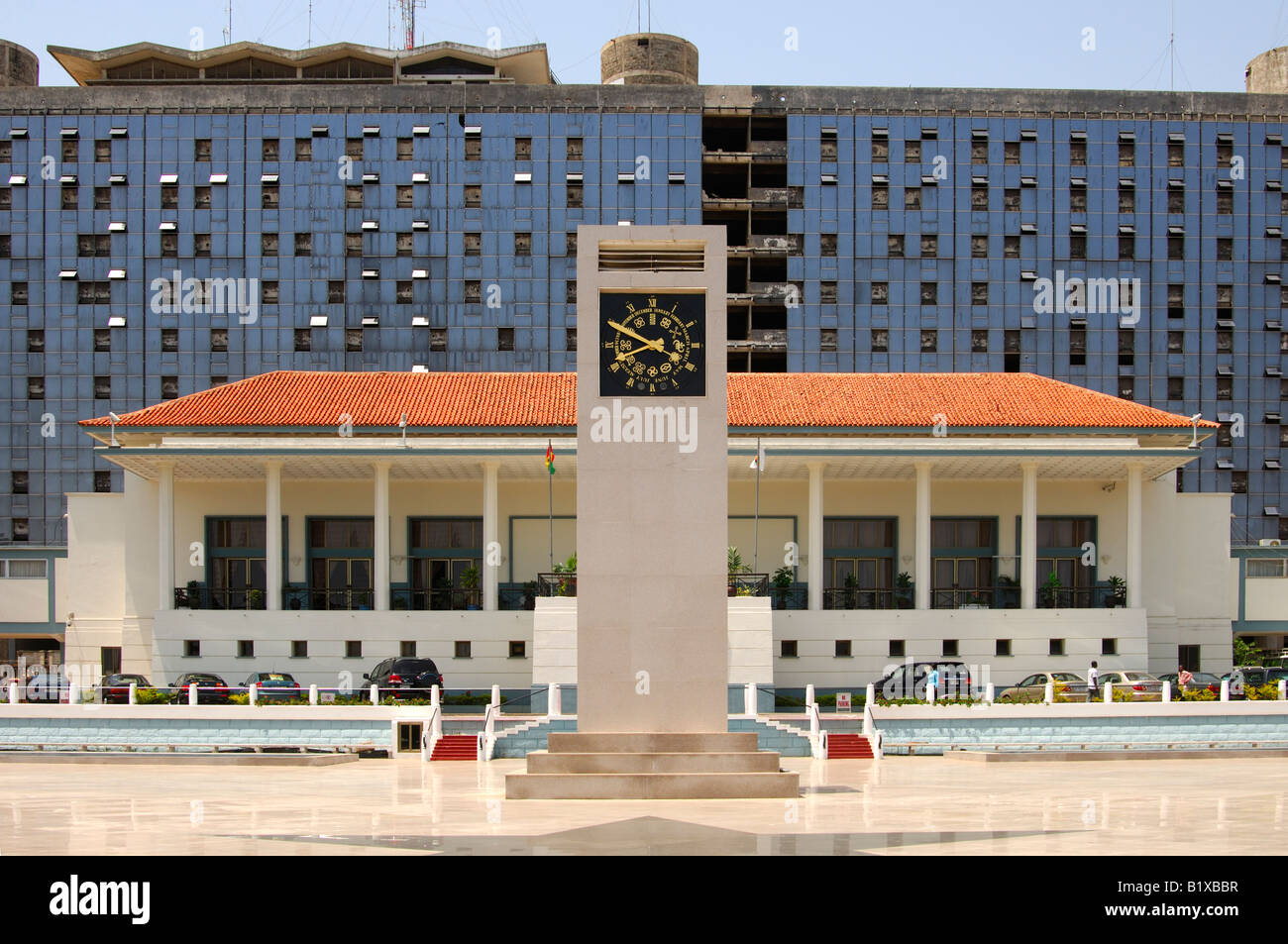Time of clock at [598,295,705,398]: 3:49
